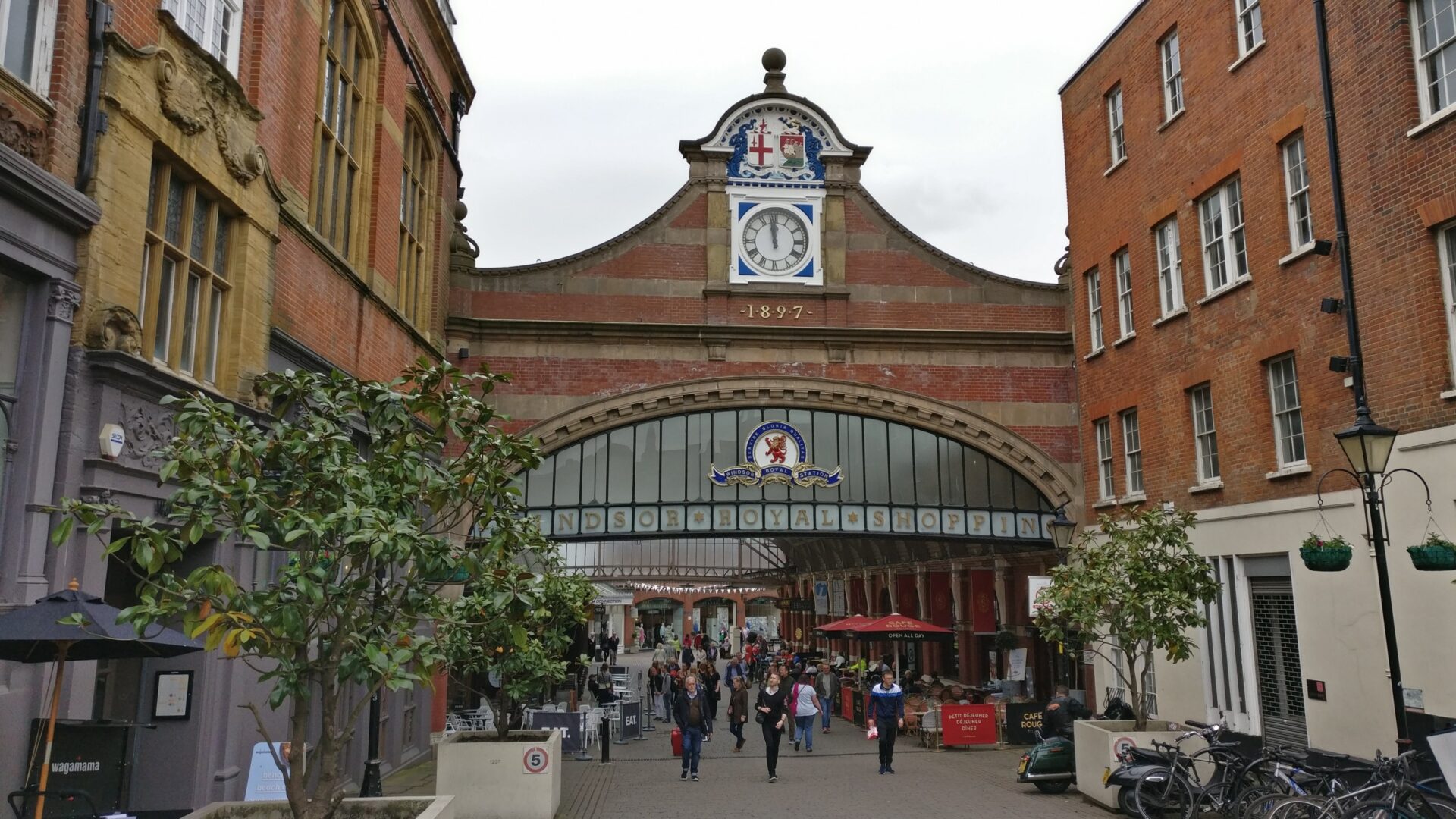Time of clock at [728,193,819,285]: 11:58
